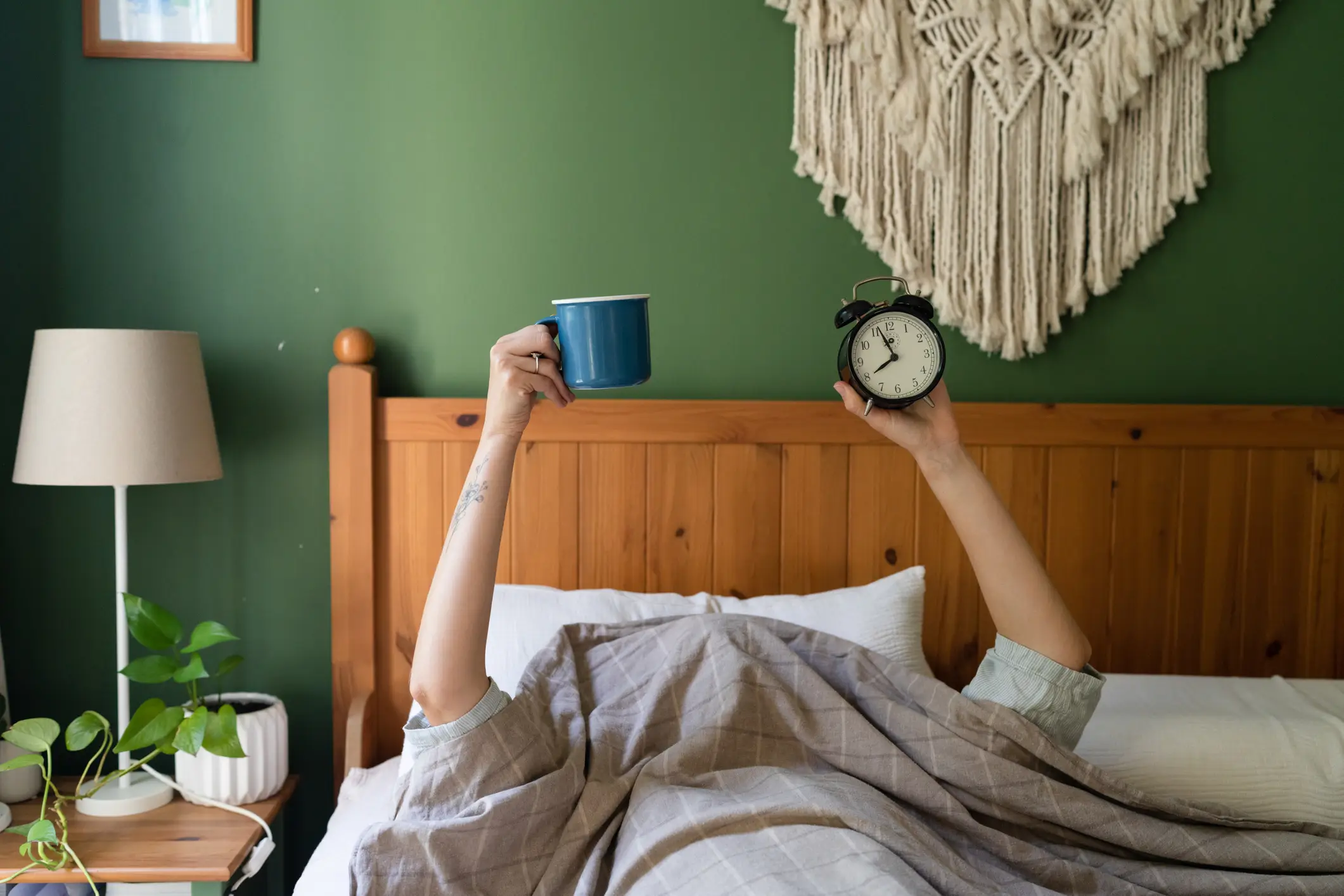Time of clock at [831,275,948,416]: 7:56
